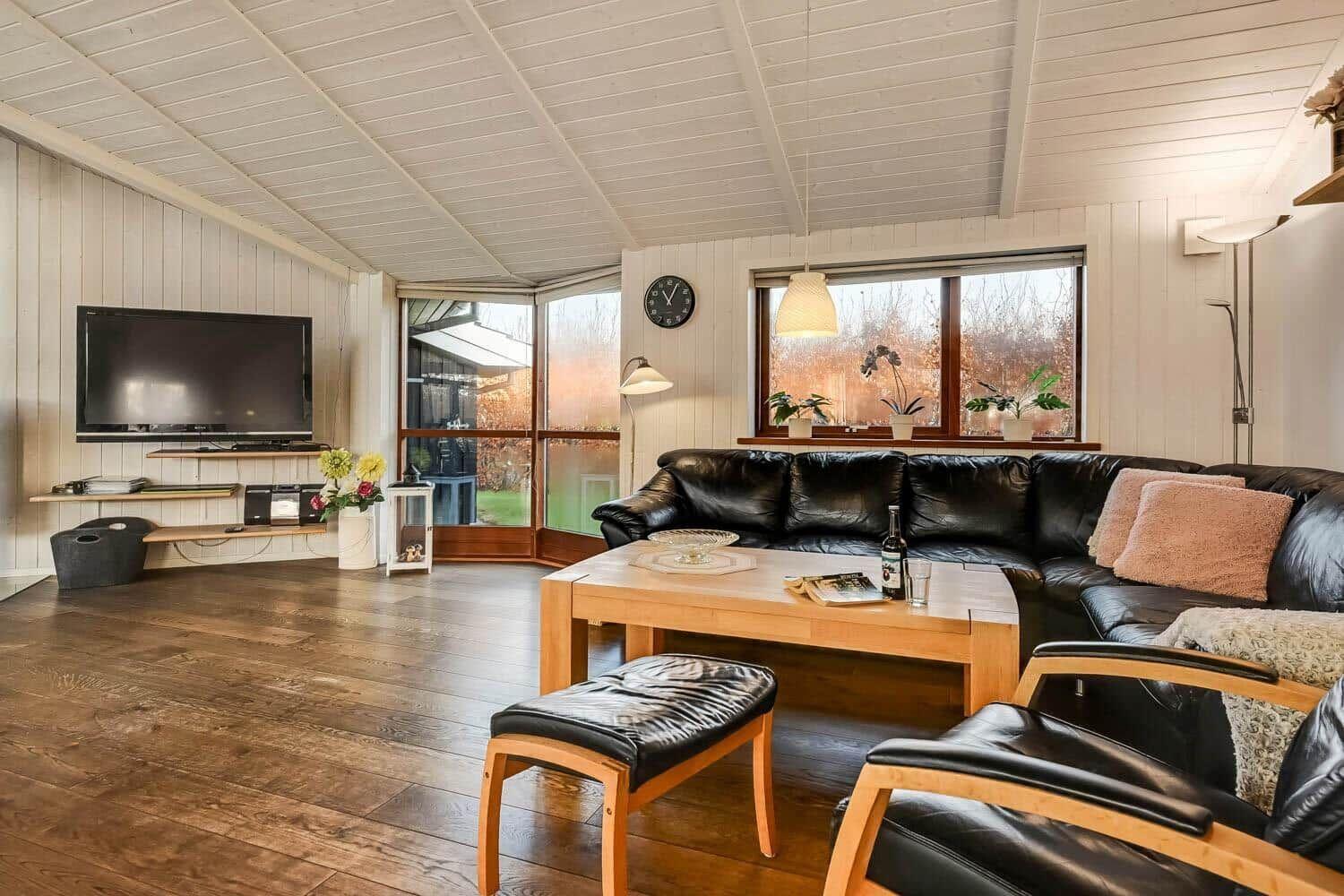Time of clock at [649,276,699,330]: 11:04
